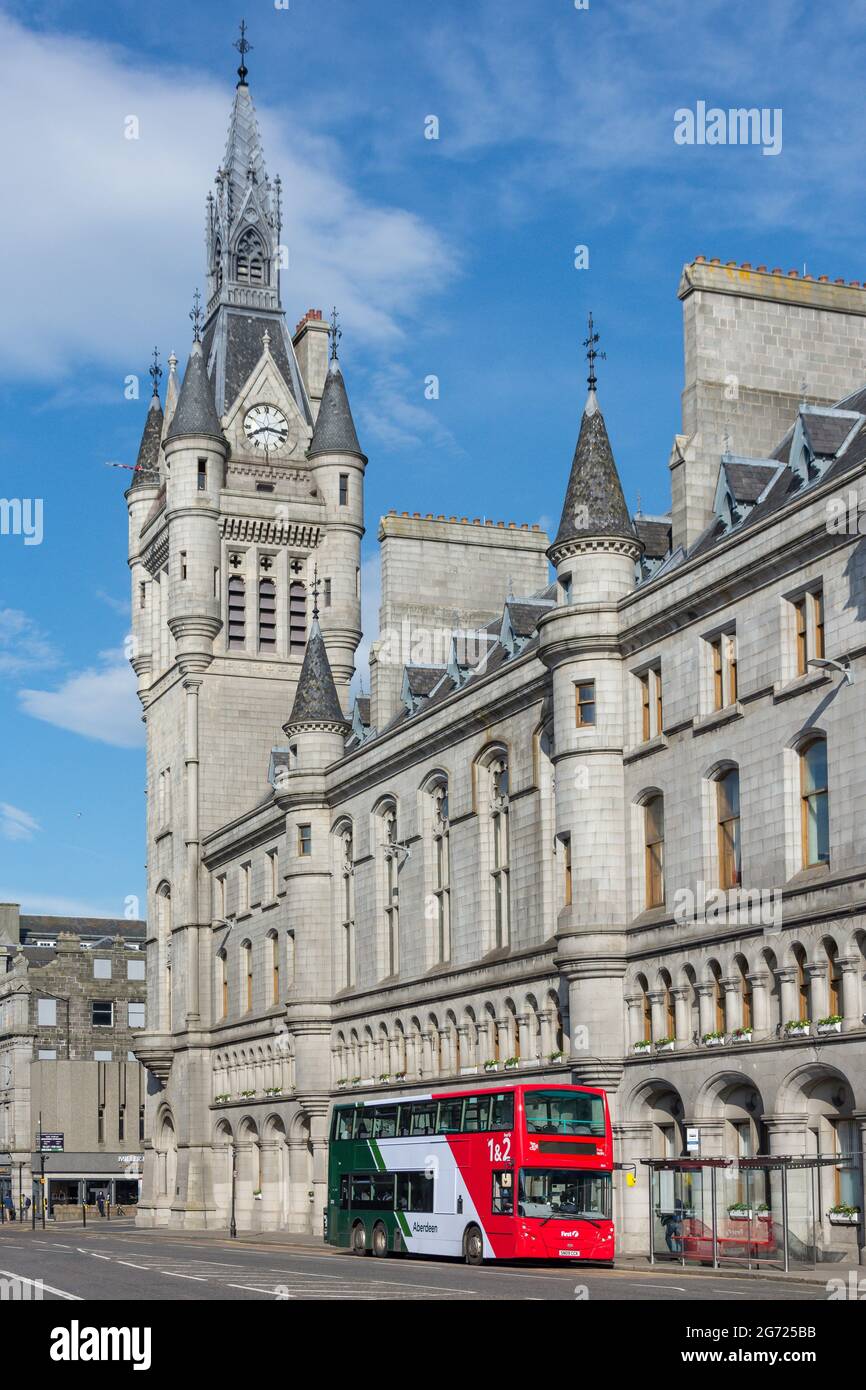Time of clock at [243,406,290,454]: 8:16
